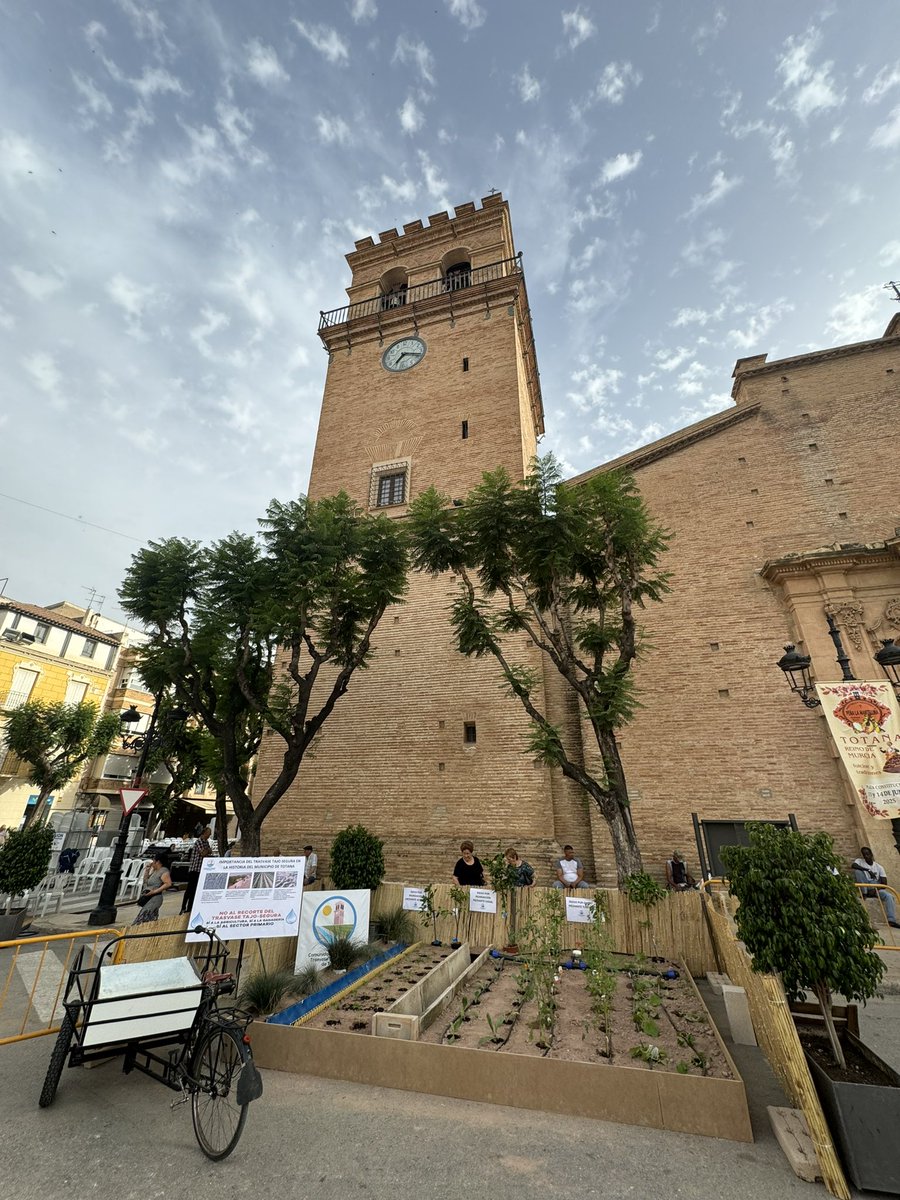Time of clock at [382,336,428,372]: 7:17
